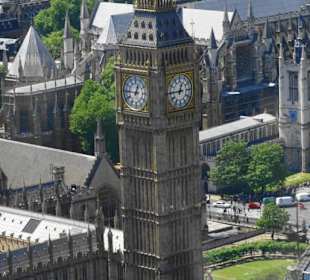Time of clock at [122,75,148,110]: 12:45
